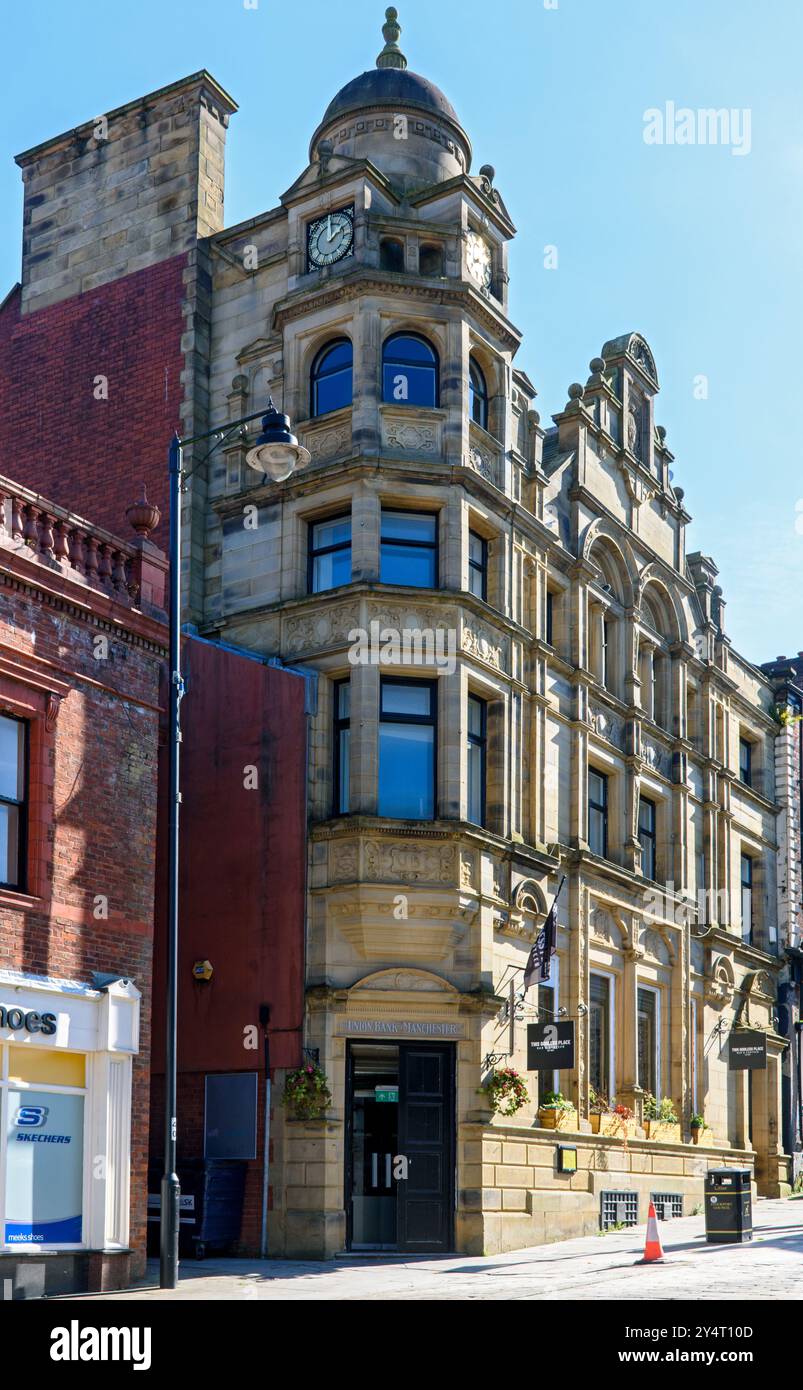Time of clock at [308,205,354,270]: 2:00
